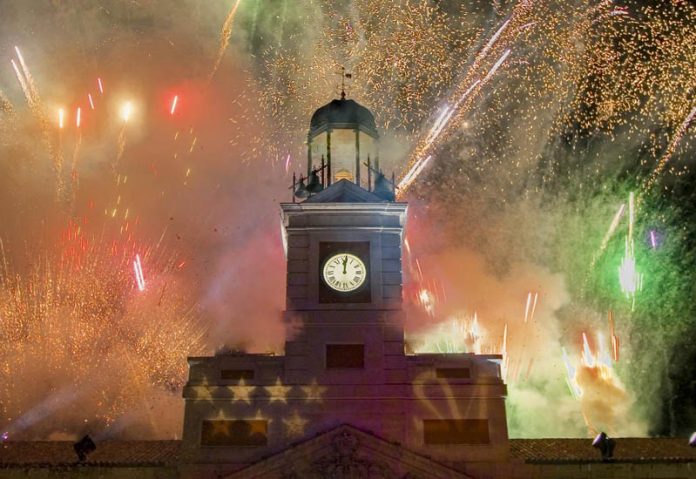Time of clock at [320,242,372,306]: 12:01
